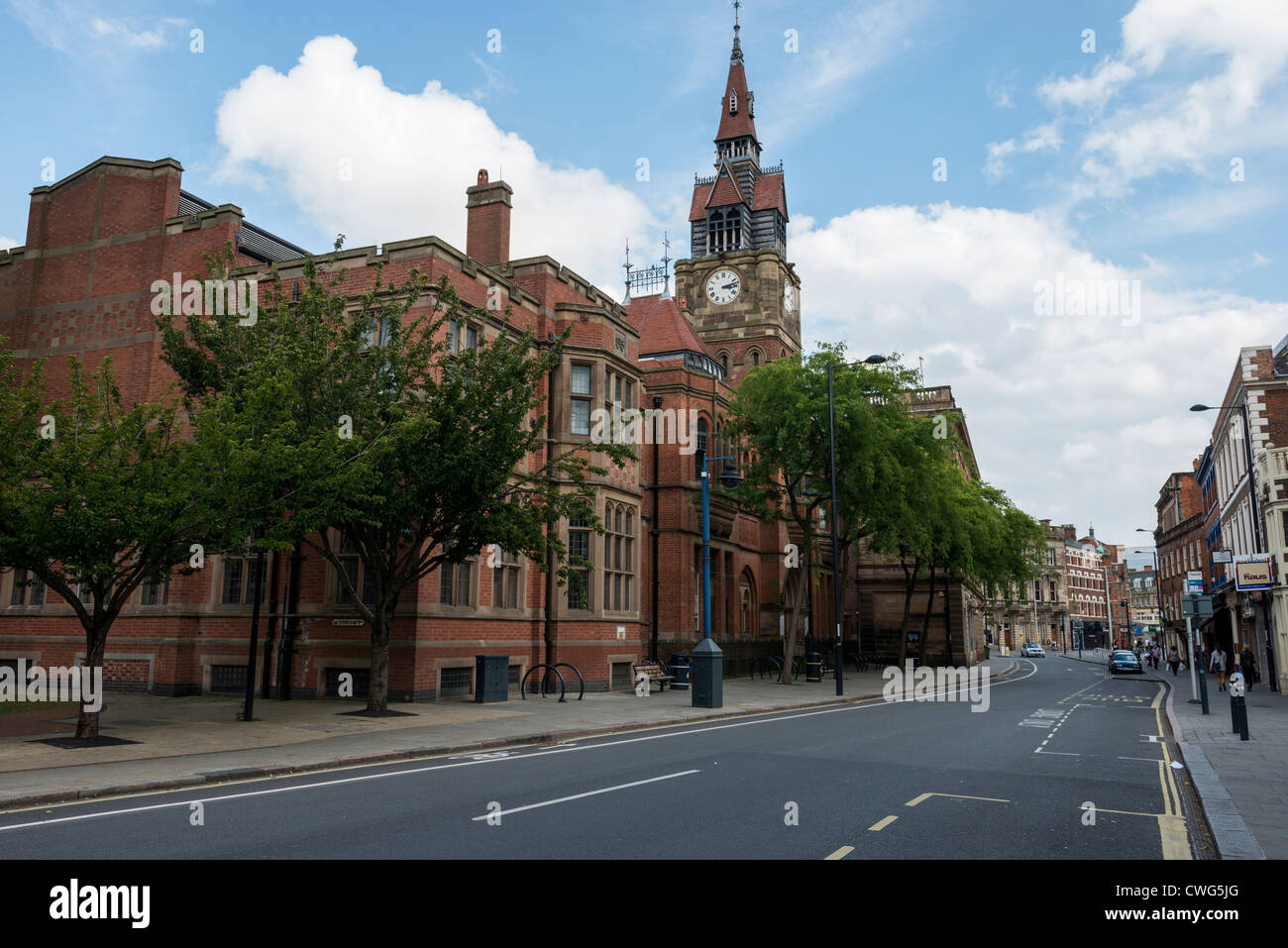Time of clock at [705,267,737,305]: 3:12
